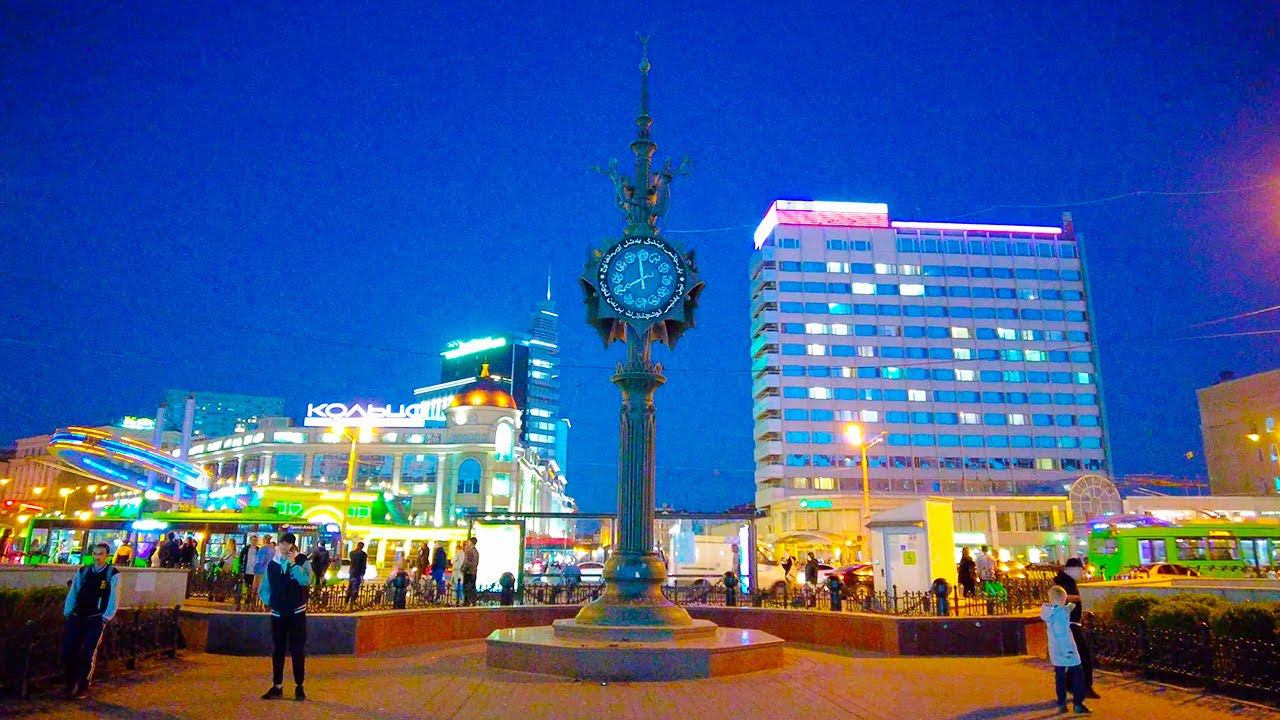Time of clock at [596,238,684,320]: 7:58
